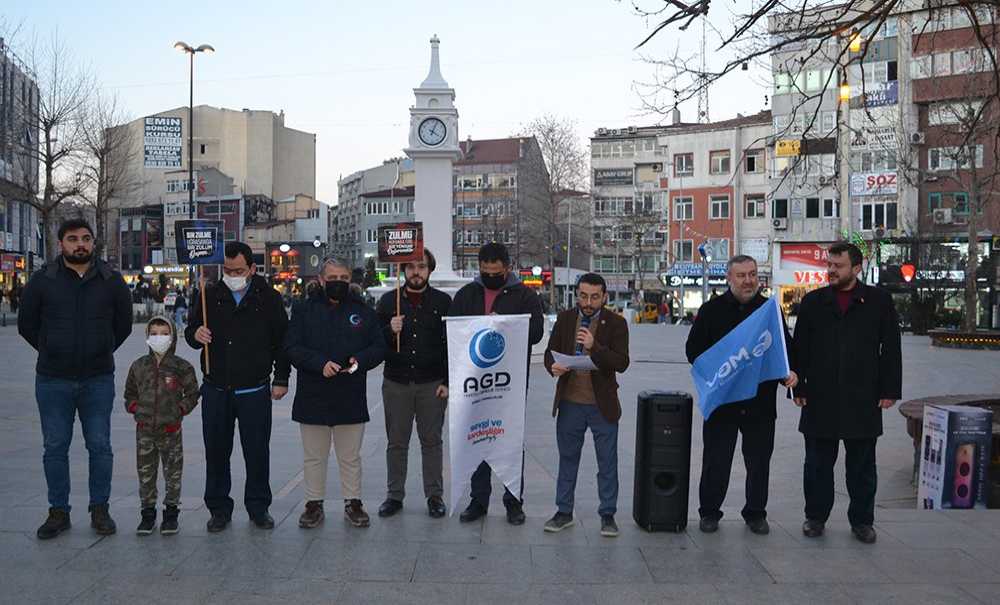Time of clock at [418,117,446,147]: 4:03
